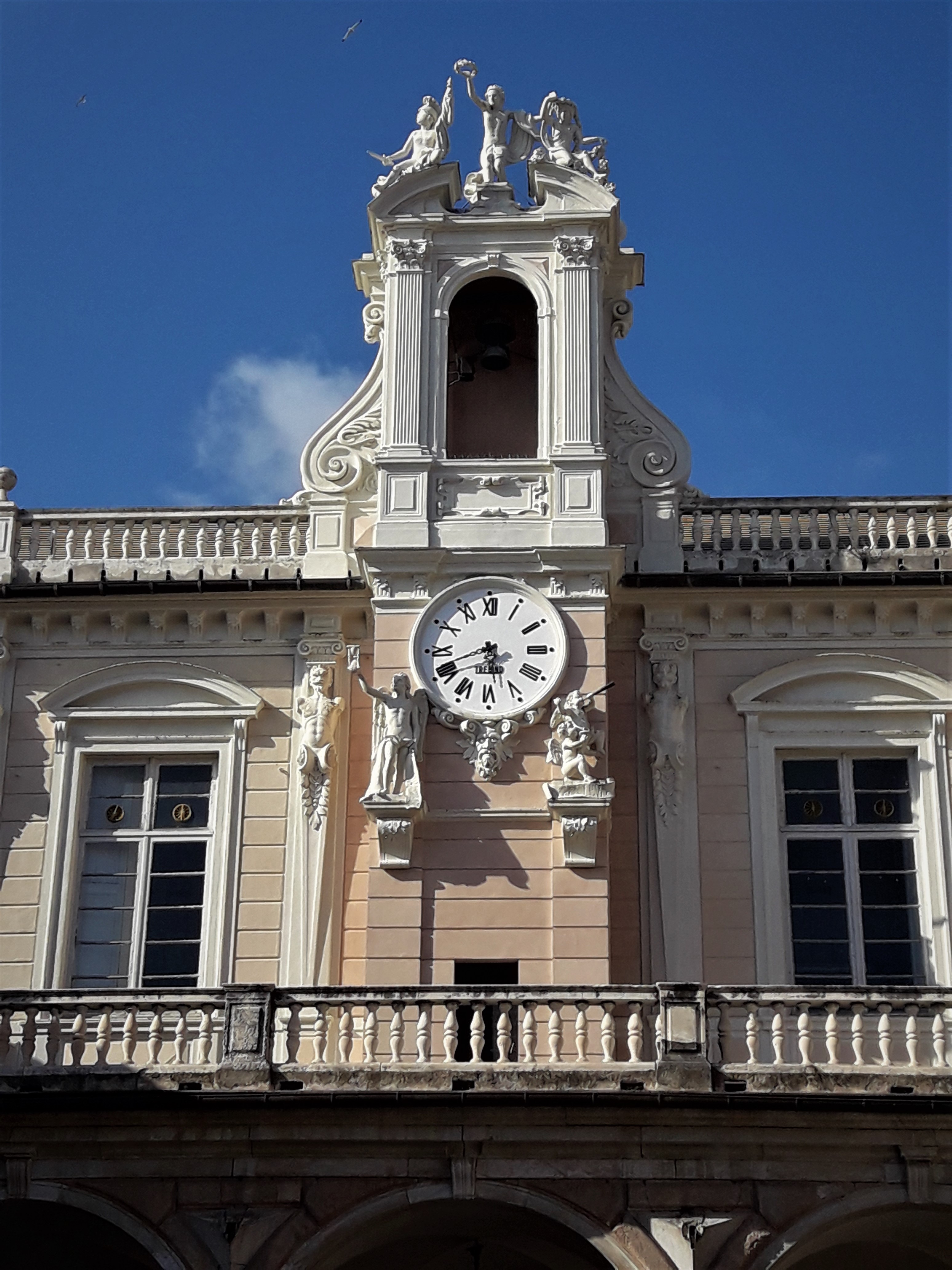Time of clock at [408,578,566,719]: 5:41
